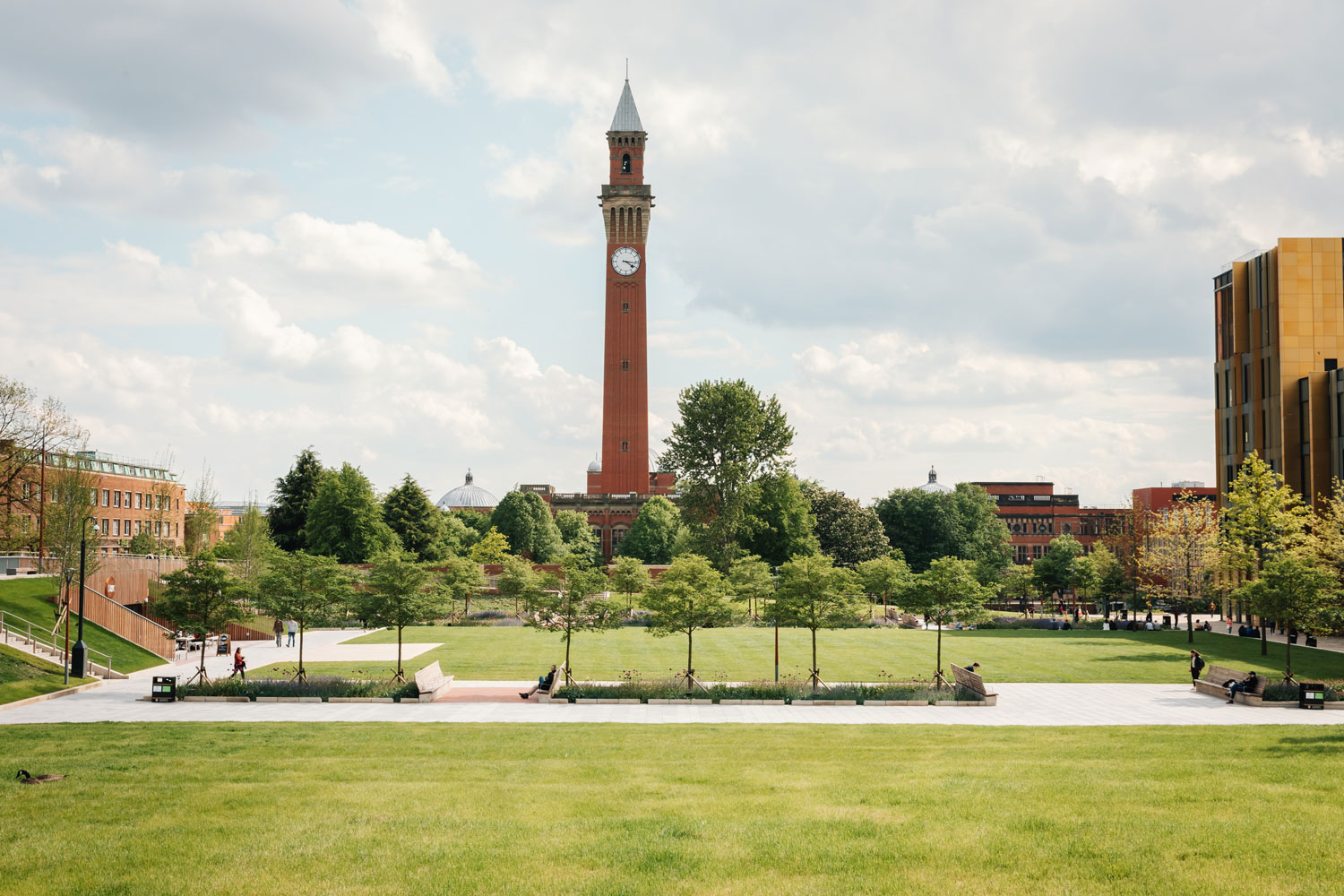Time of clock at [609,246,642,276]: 4:16
